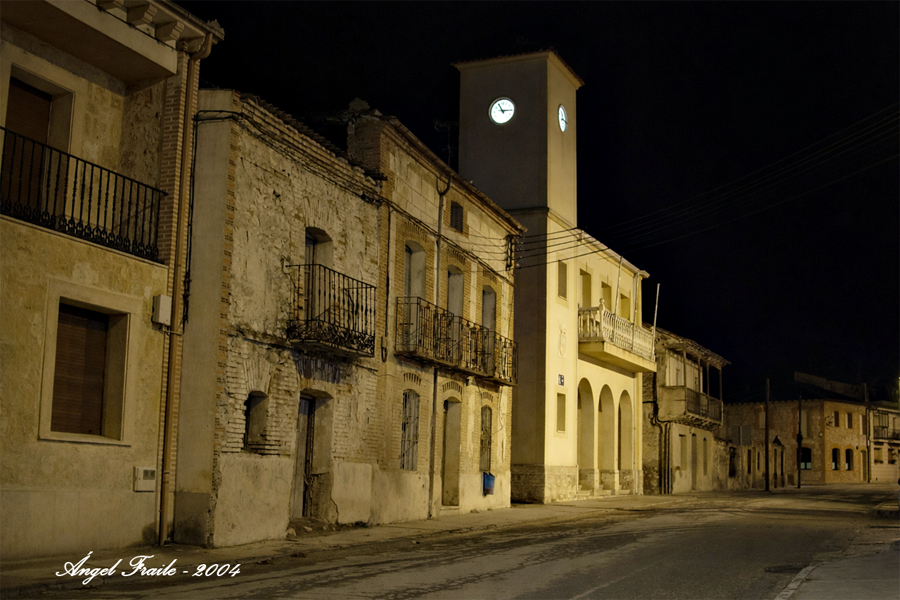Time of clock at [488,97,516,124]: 11:15
